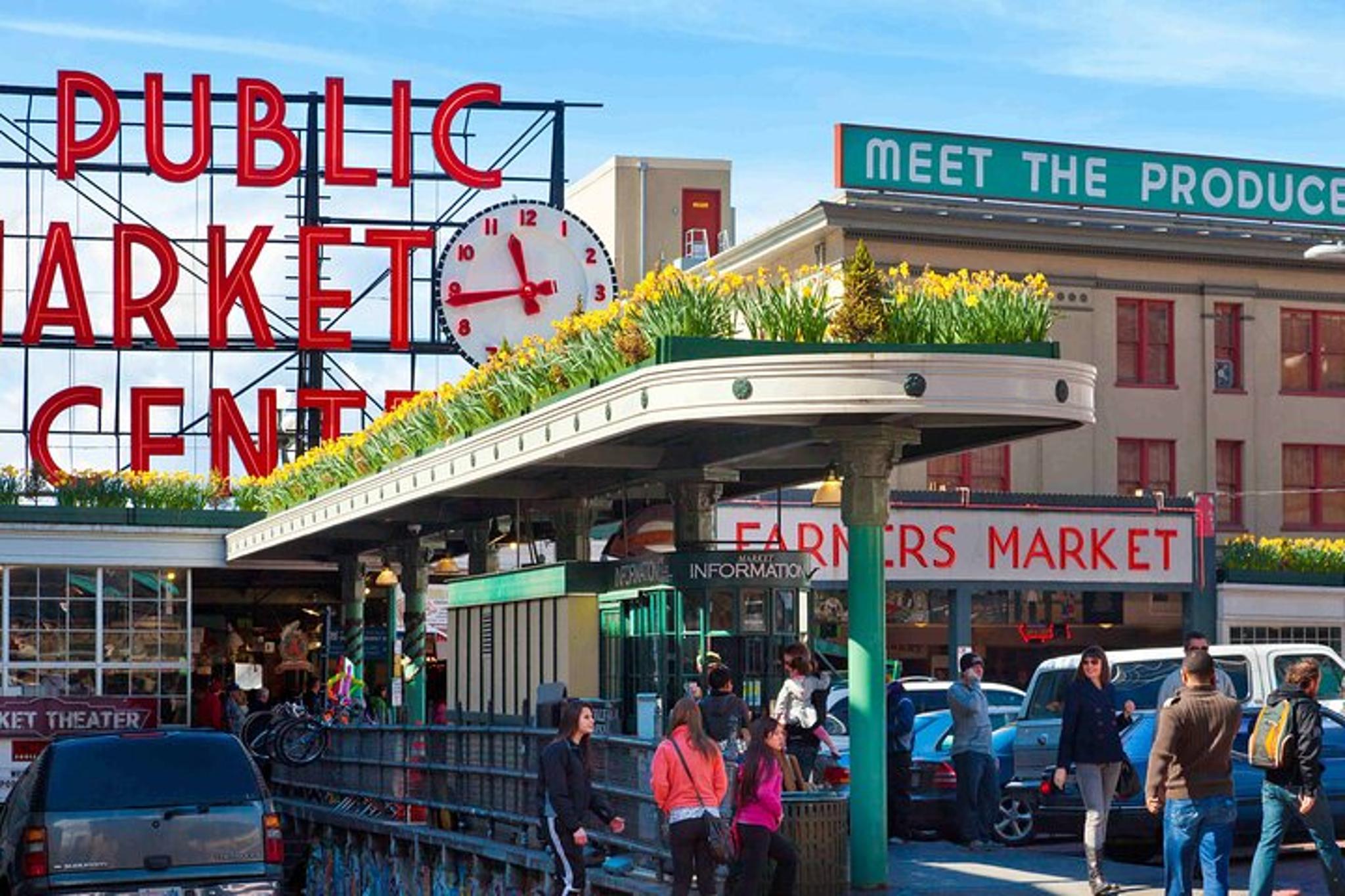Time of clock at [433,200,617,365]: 11:43
